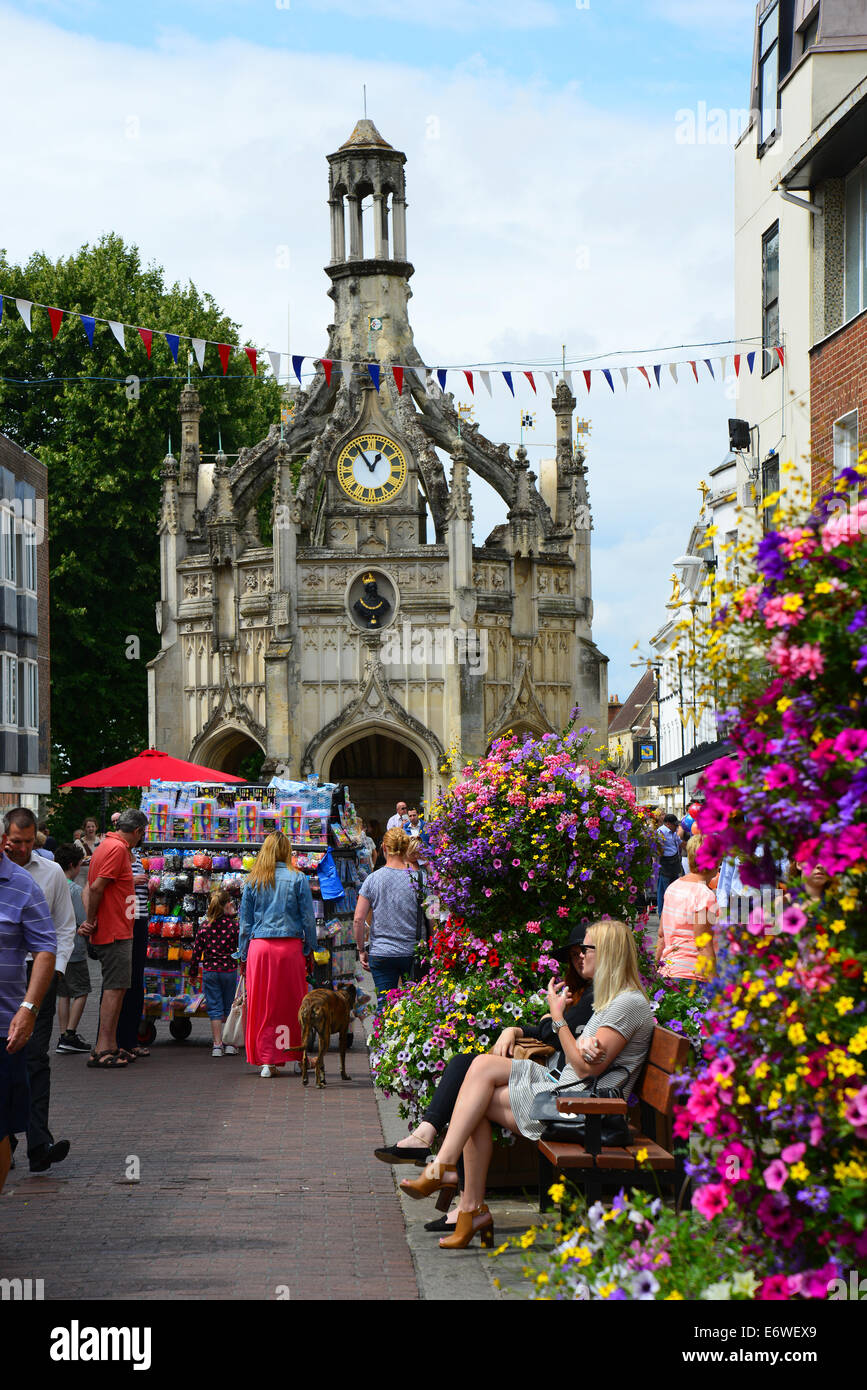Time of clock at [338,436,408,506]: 12:54
